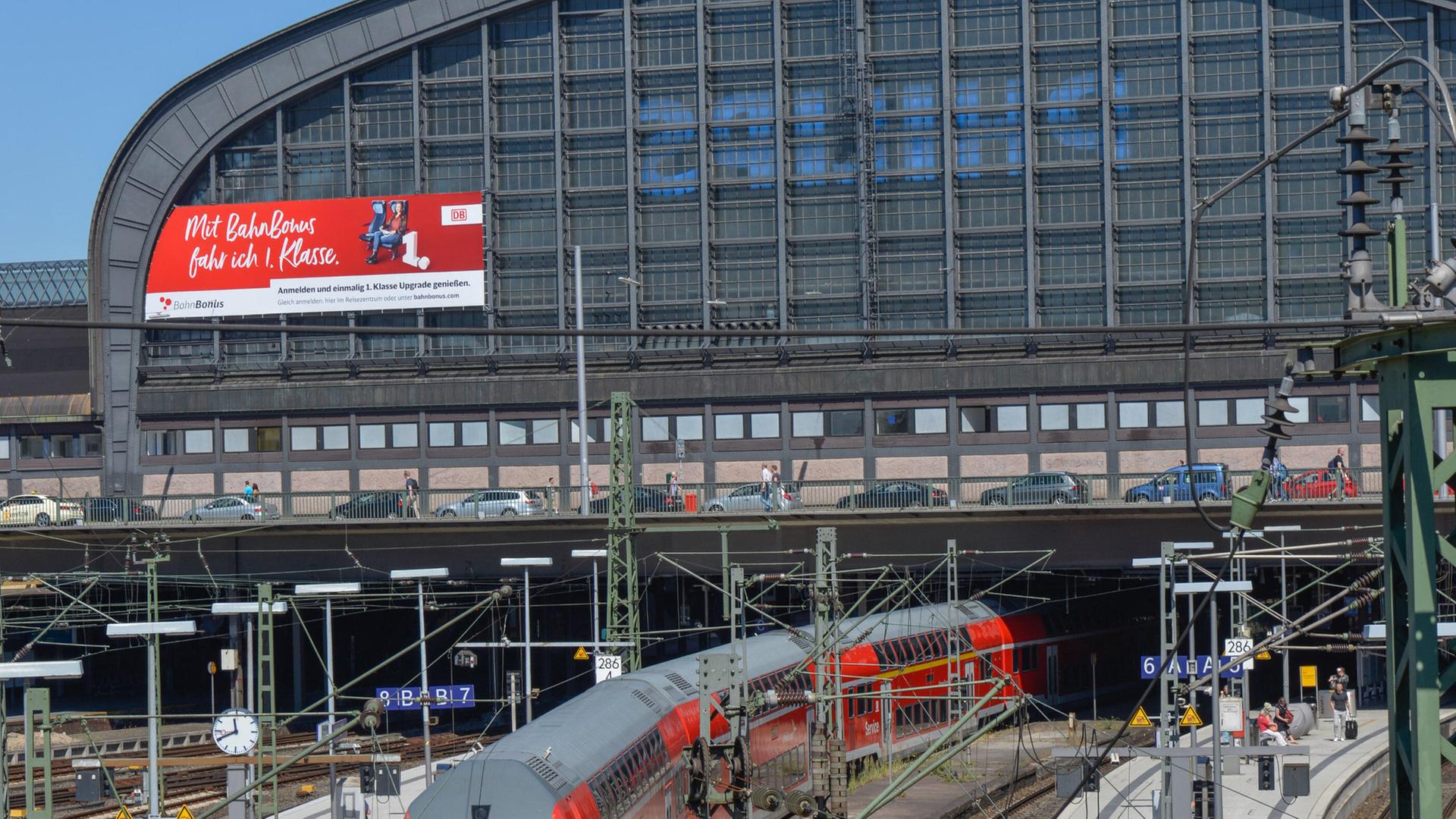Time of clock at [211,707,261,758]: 11:40
